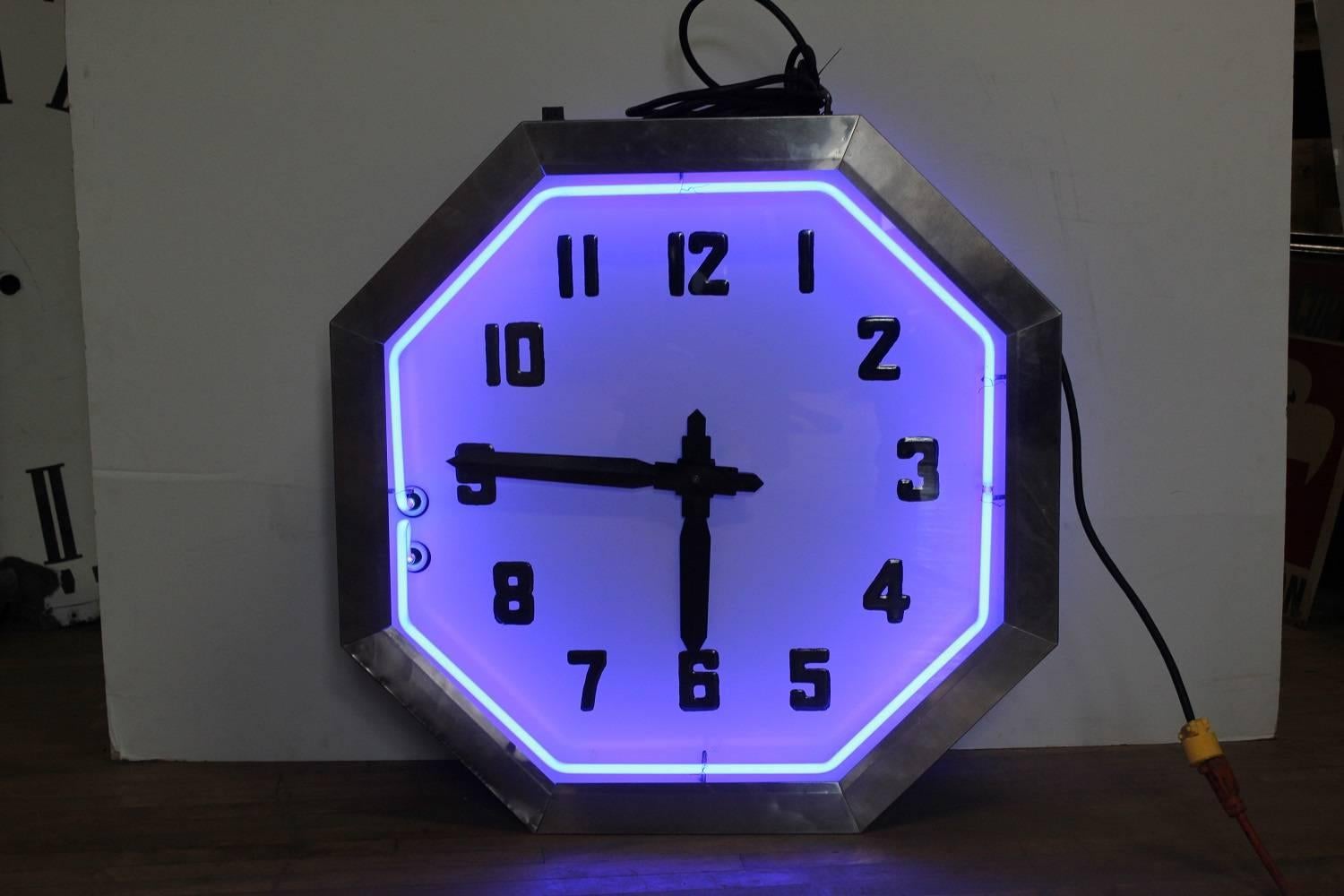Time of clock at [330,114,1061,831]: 5:45
